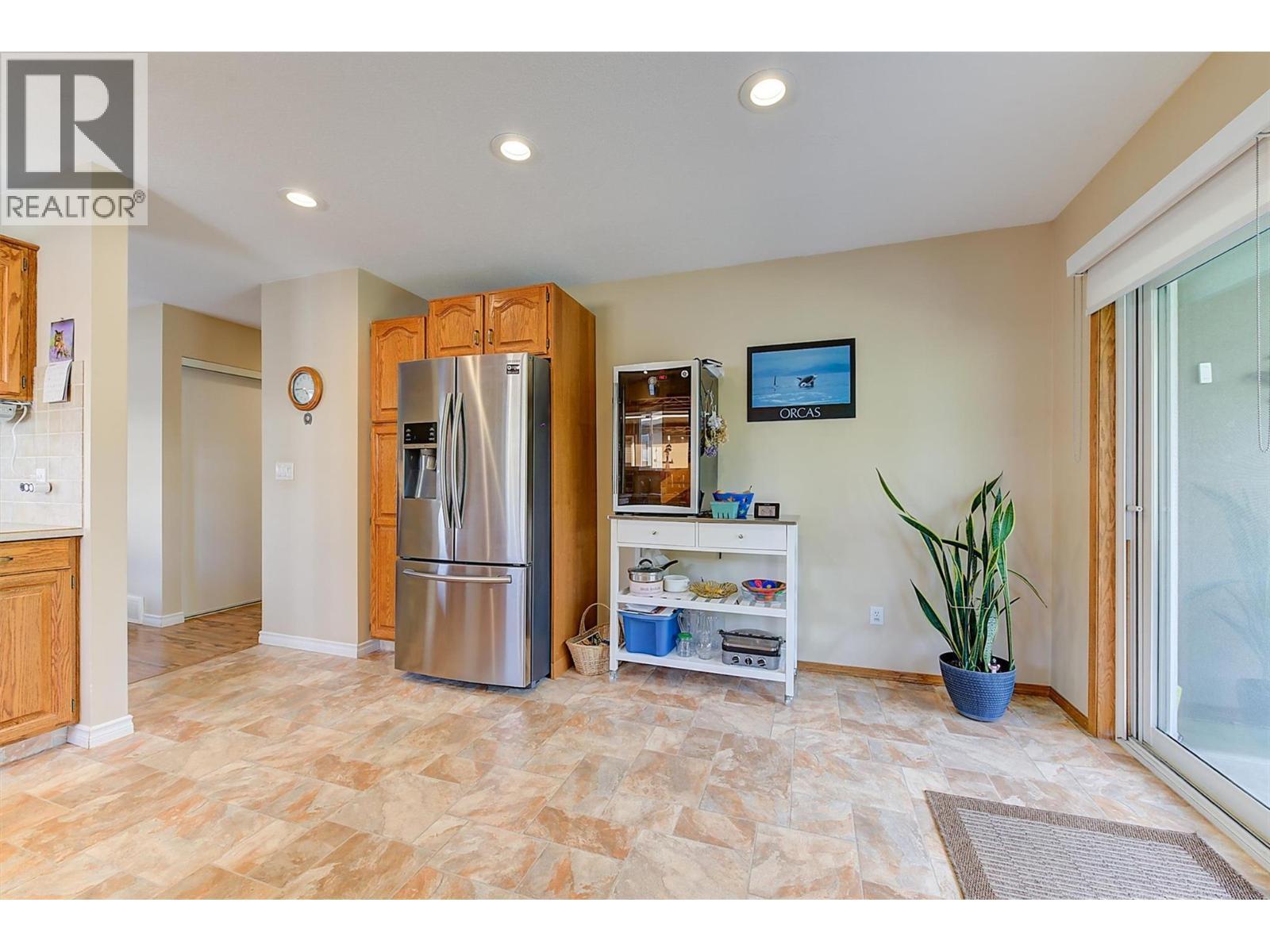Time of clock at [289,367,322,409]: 4:45
